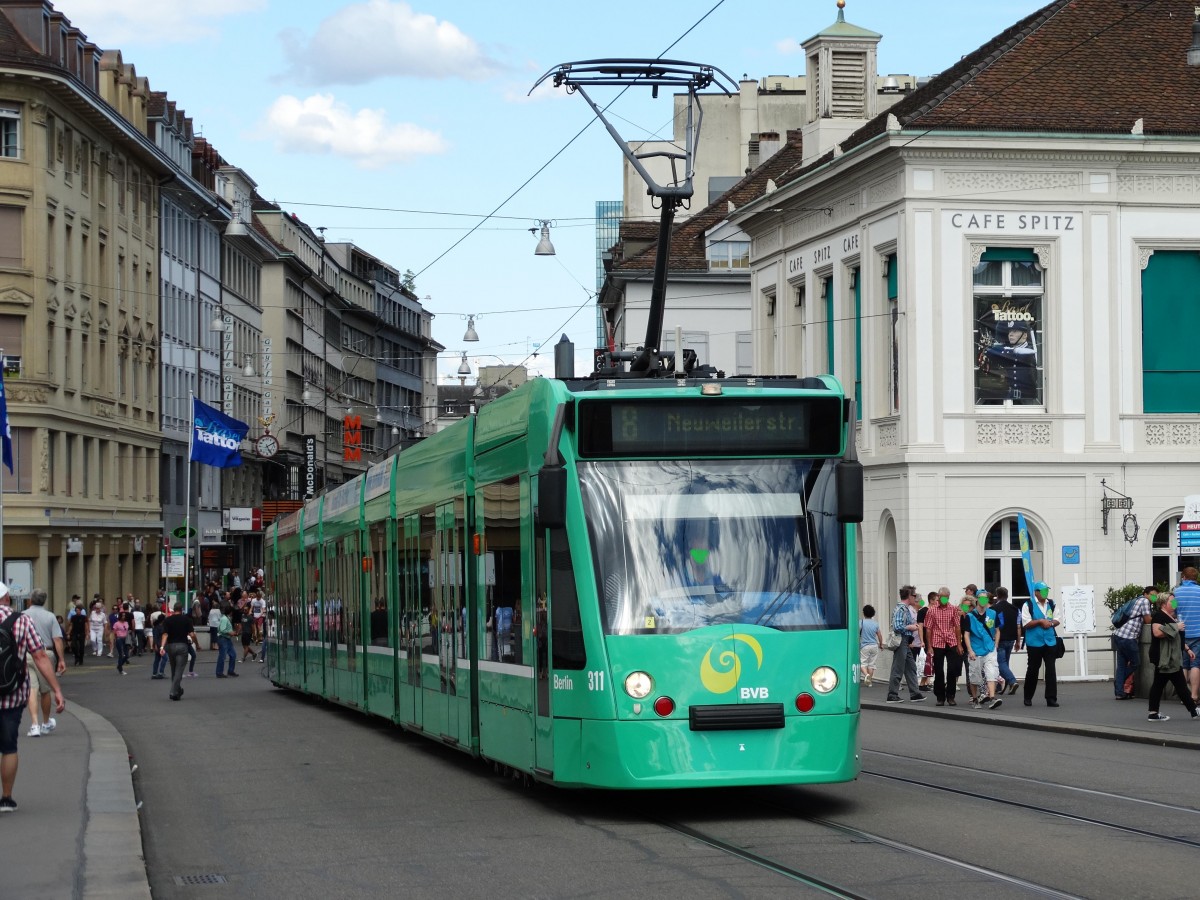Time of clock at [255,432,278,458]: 5:10
